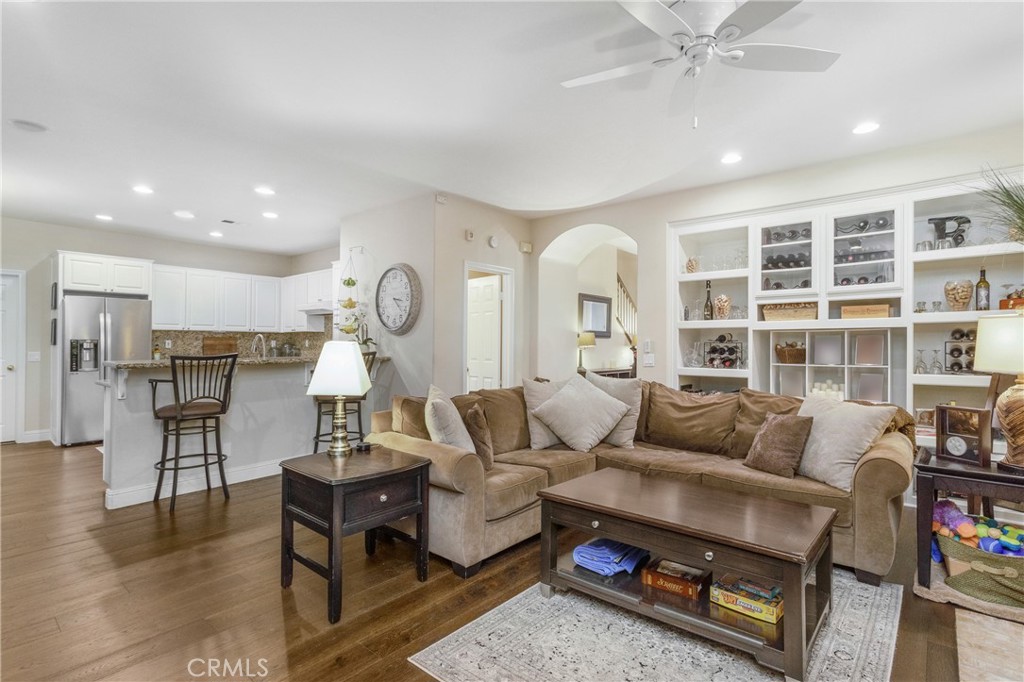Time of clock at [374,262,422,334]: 3:22
